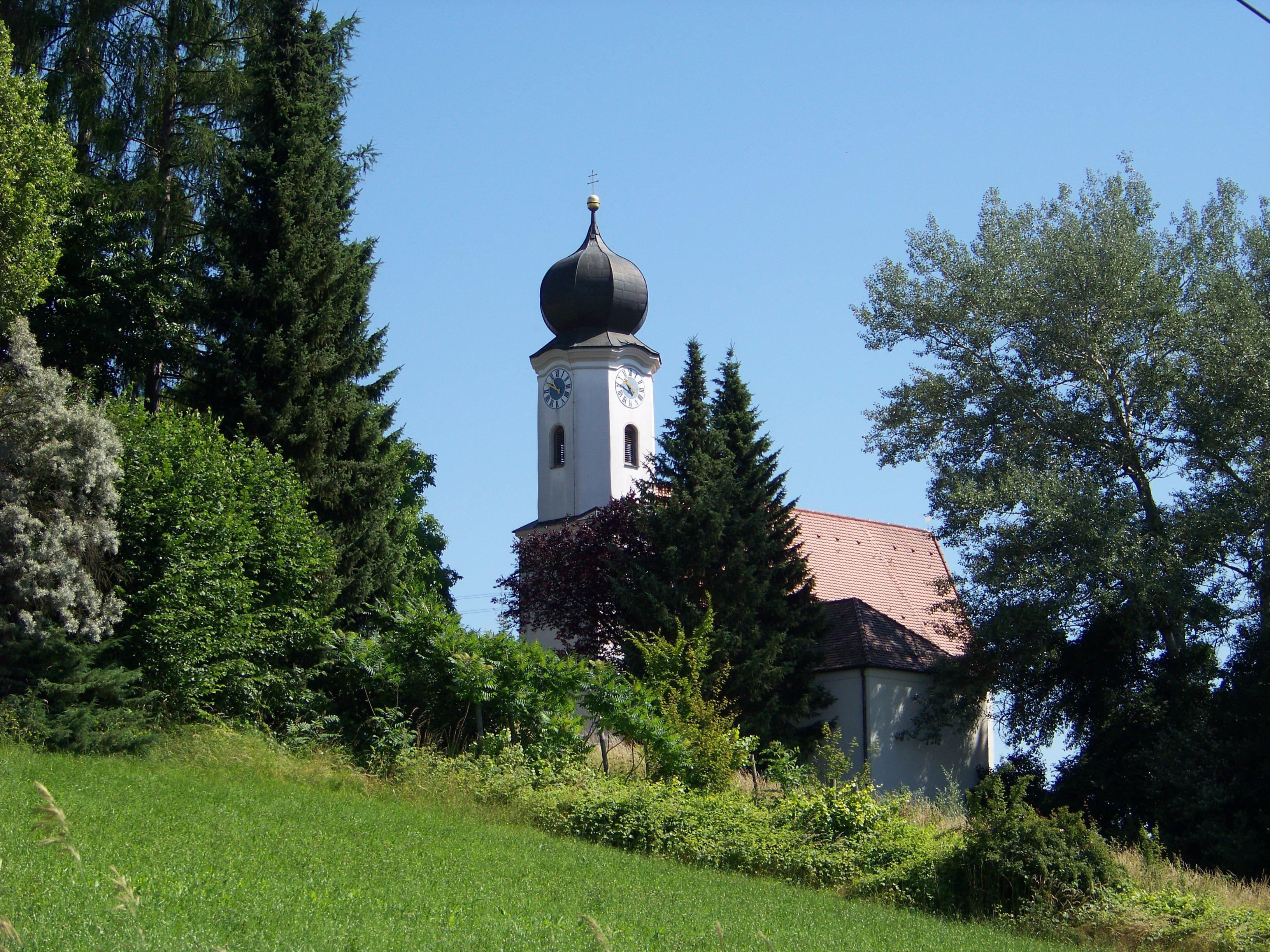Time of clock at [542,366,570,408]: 10:50
